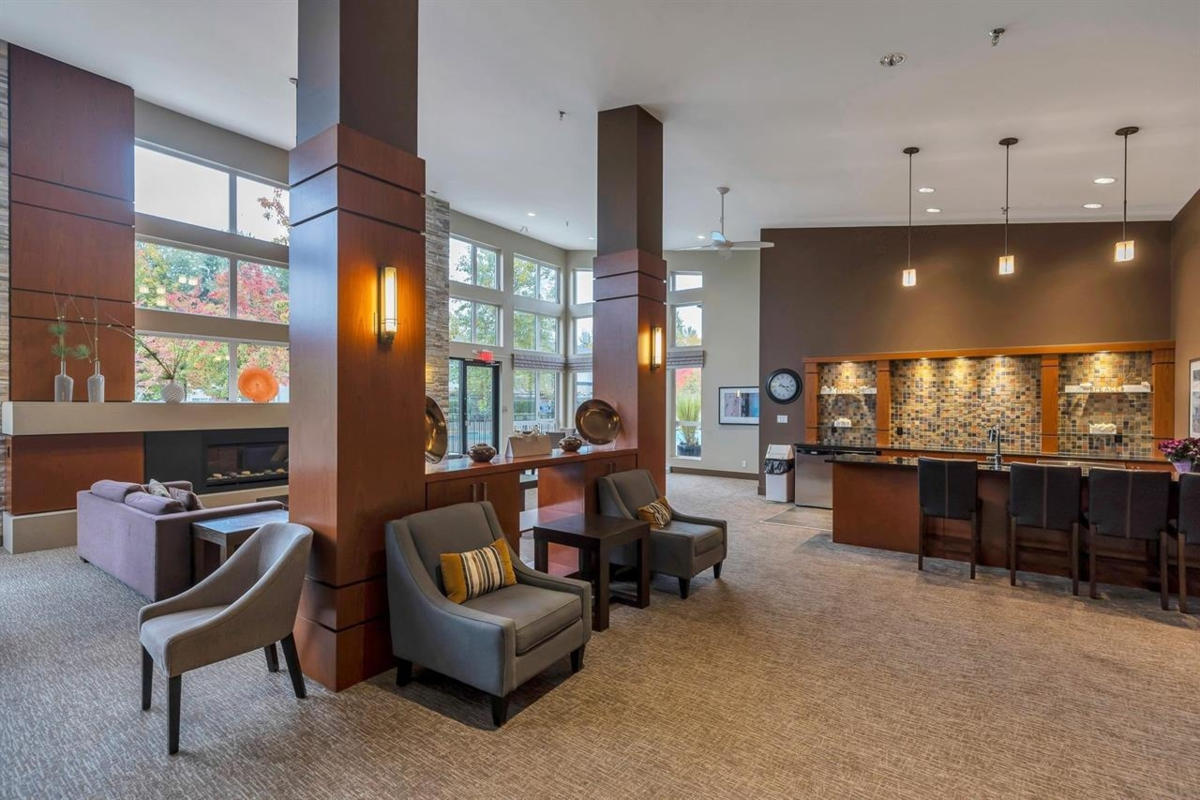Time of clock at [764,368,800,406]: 3:22
